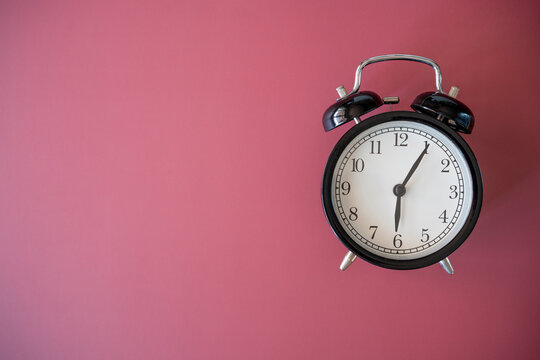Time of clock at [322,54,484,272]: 6:05
